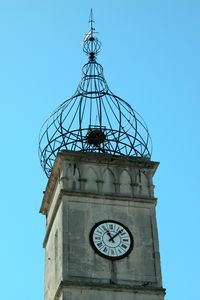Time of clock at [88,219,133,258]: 11:07
